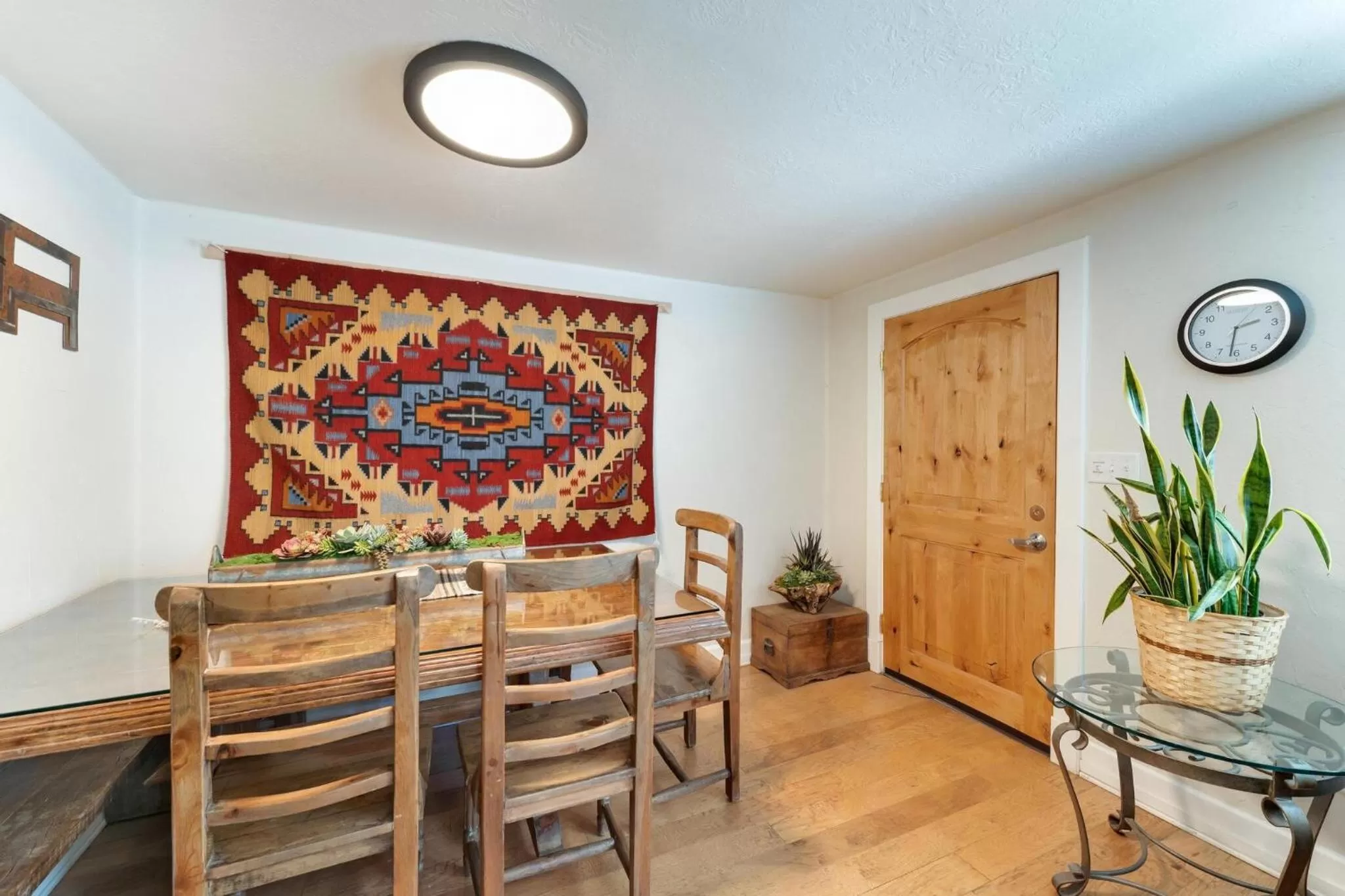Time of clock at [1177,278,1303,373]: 2:31
